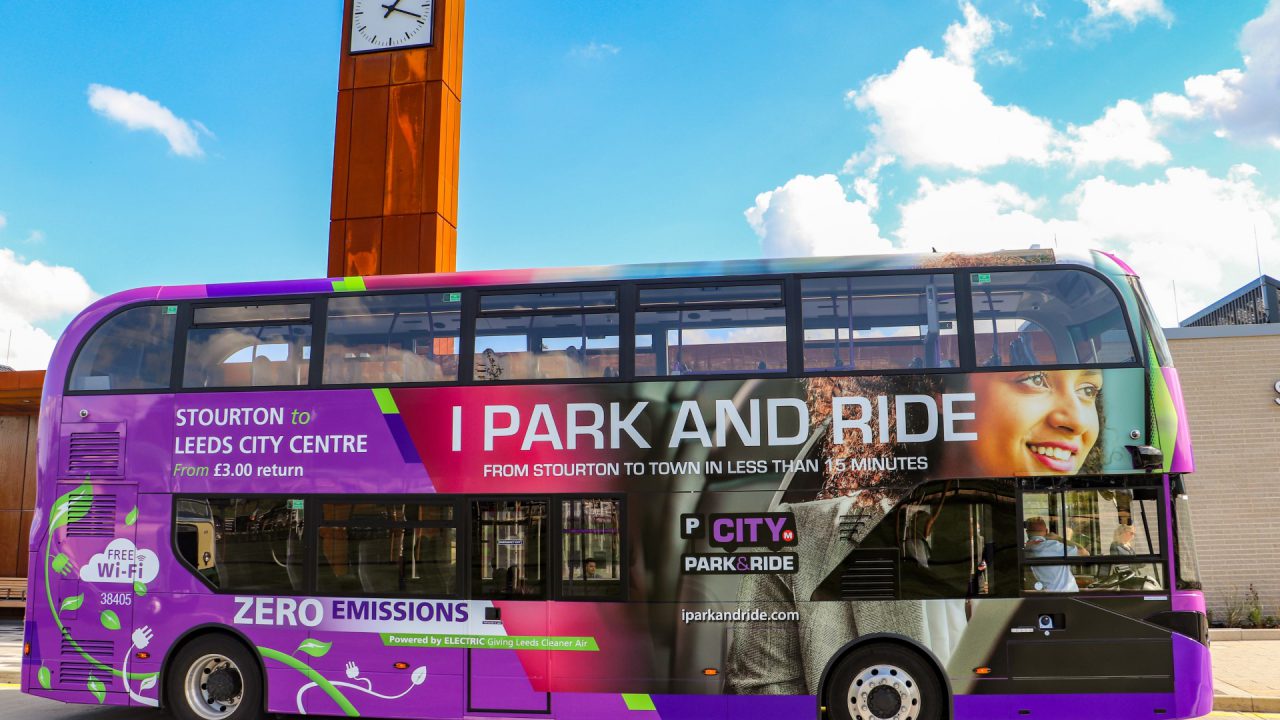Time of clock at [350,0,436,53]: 1:18
